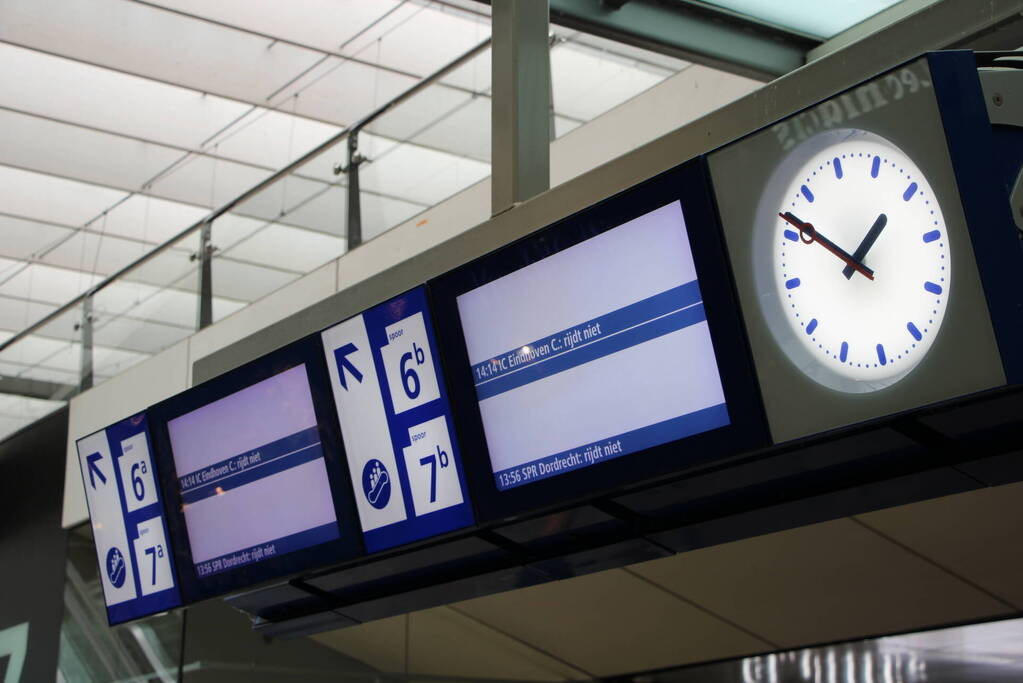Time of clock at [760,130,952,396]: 1:51
